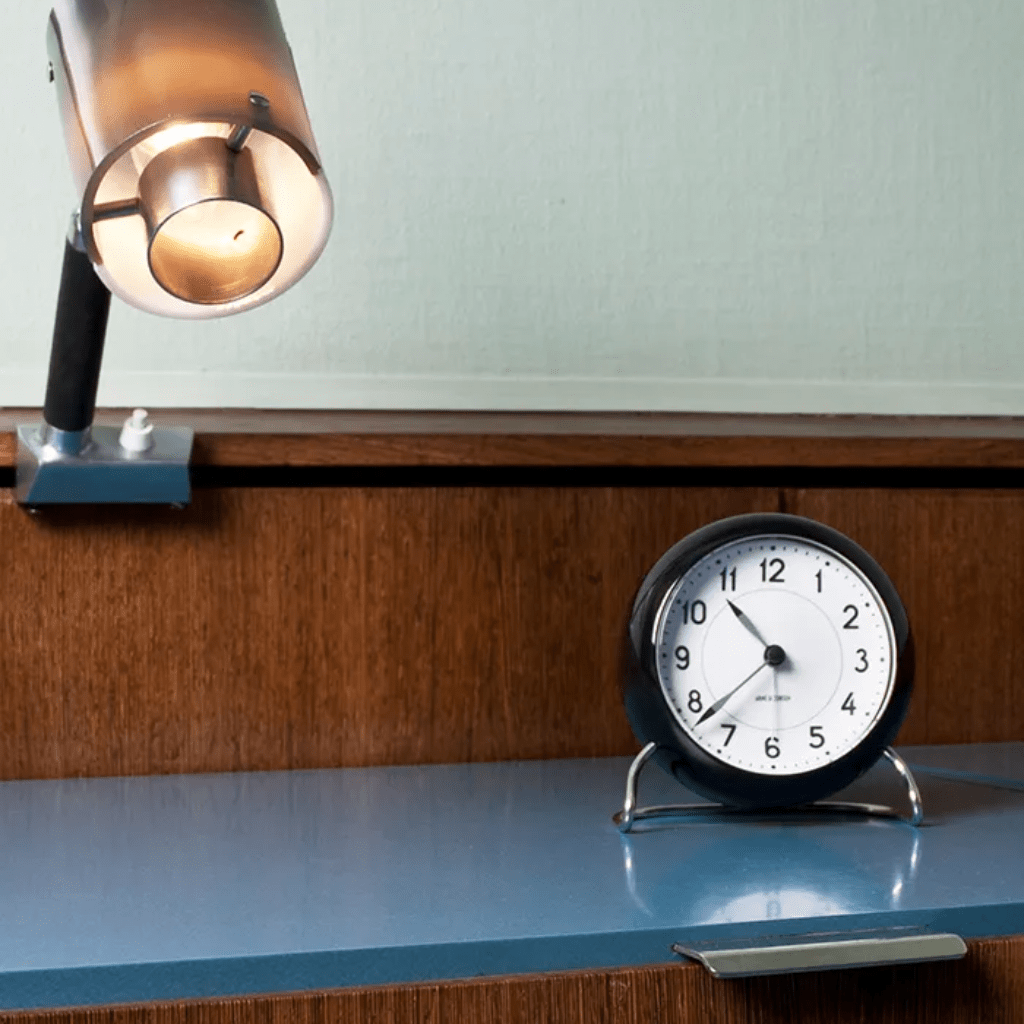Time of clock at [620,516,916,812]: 10:38
